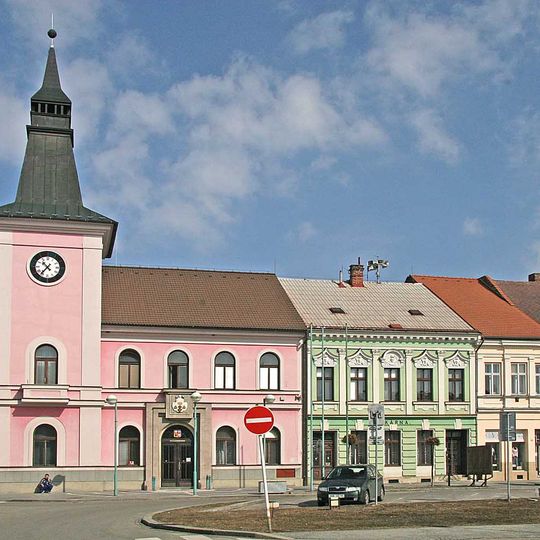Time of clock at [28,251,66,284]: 10:36
